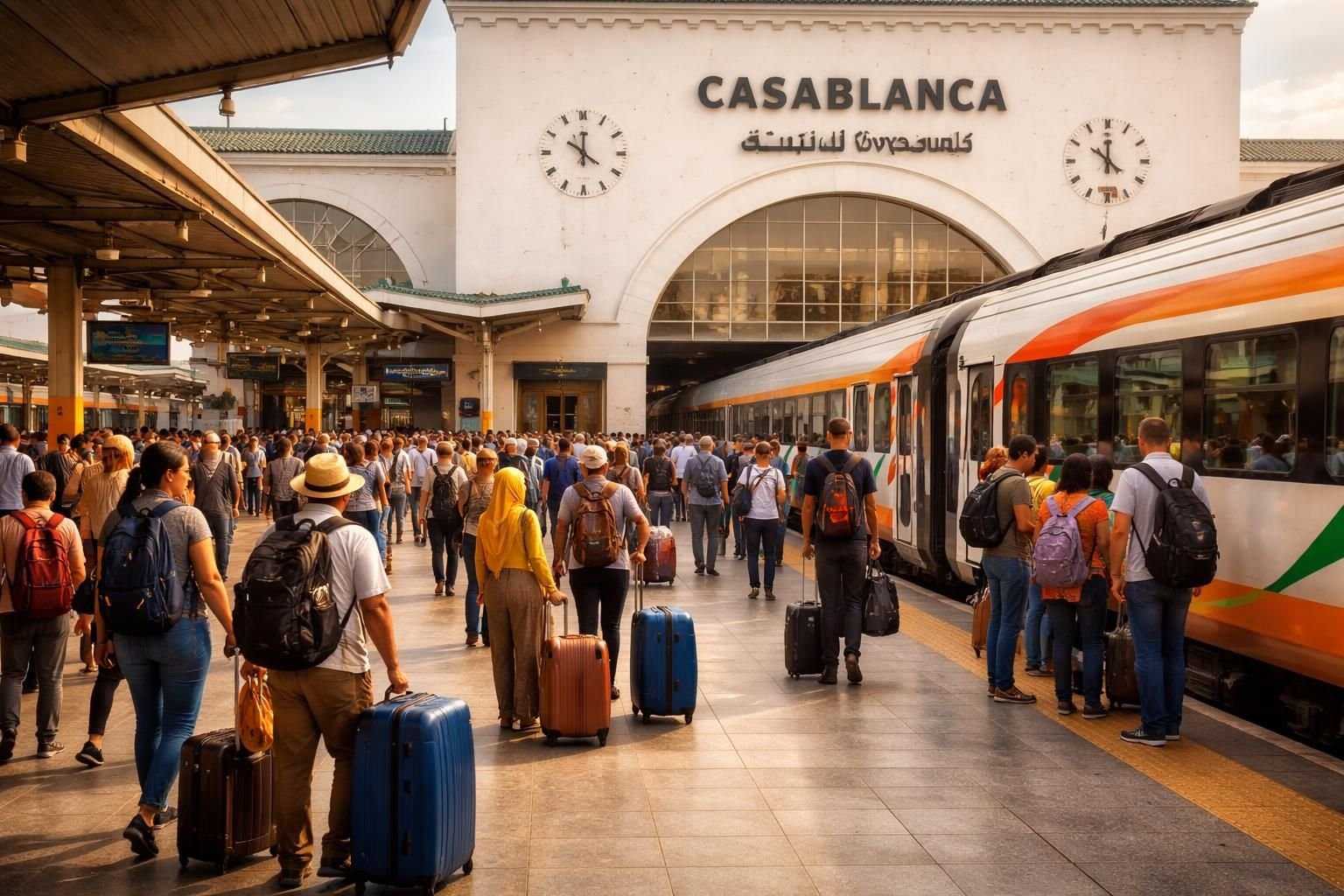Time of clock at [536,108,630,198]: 10:00
